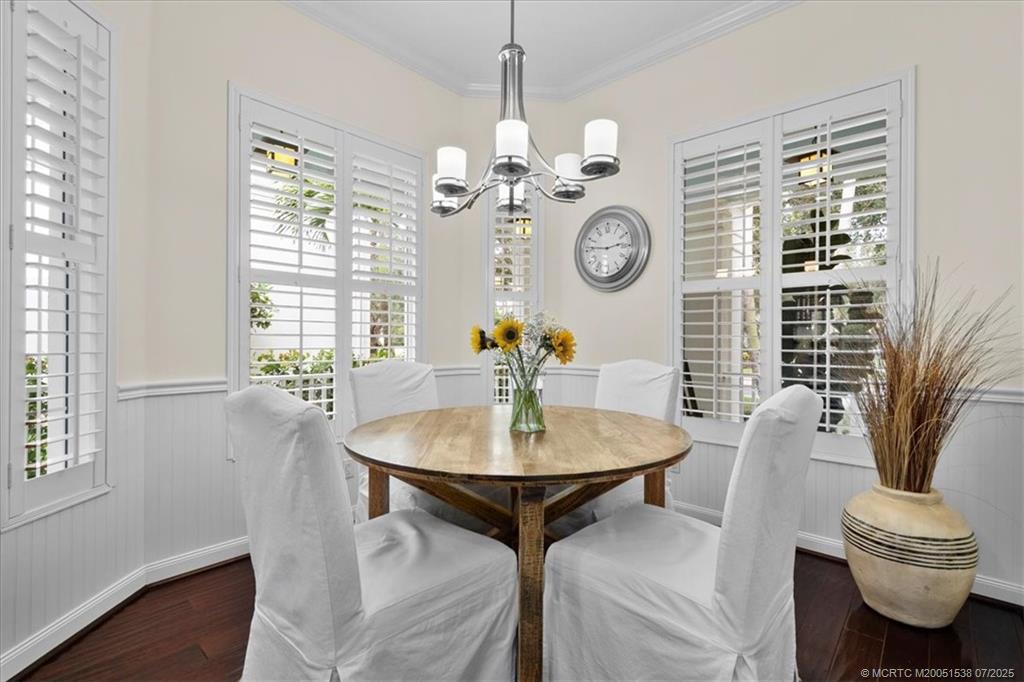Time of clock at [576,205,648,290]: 2:46
